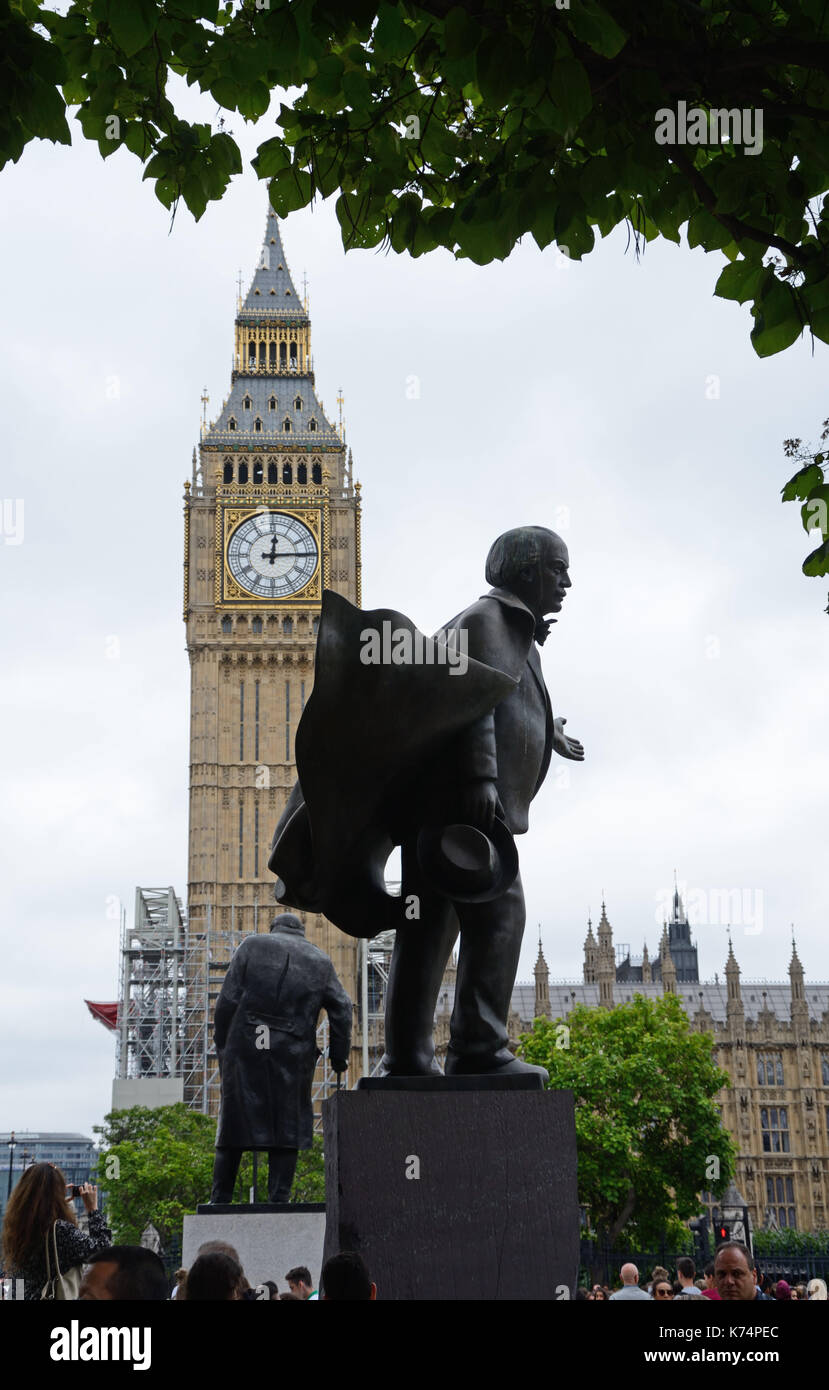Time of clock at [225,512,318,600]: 12:14
